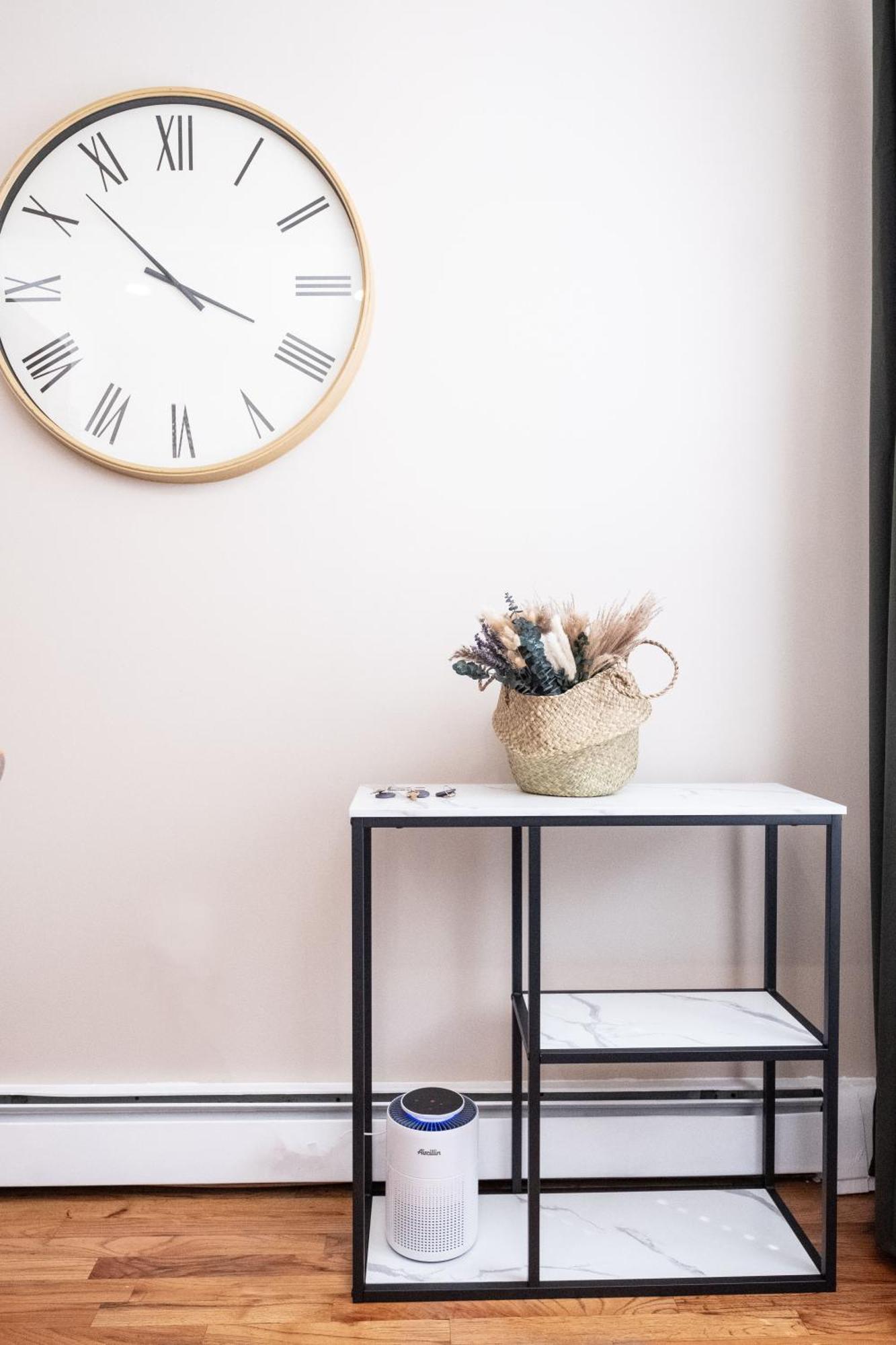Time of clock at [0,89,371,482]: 3:52
